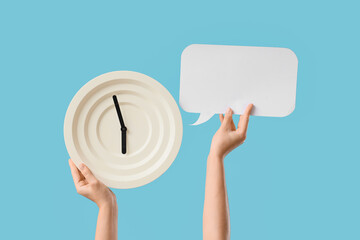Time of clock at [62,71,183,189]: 5:57
